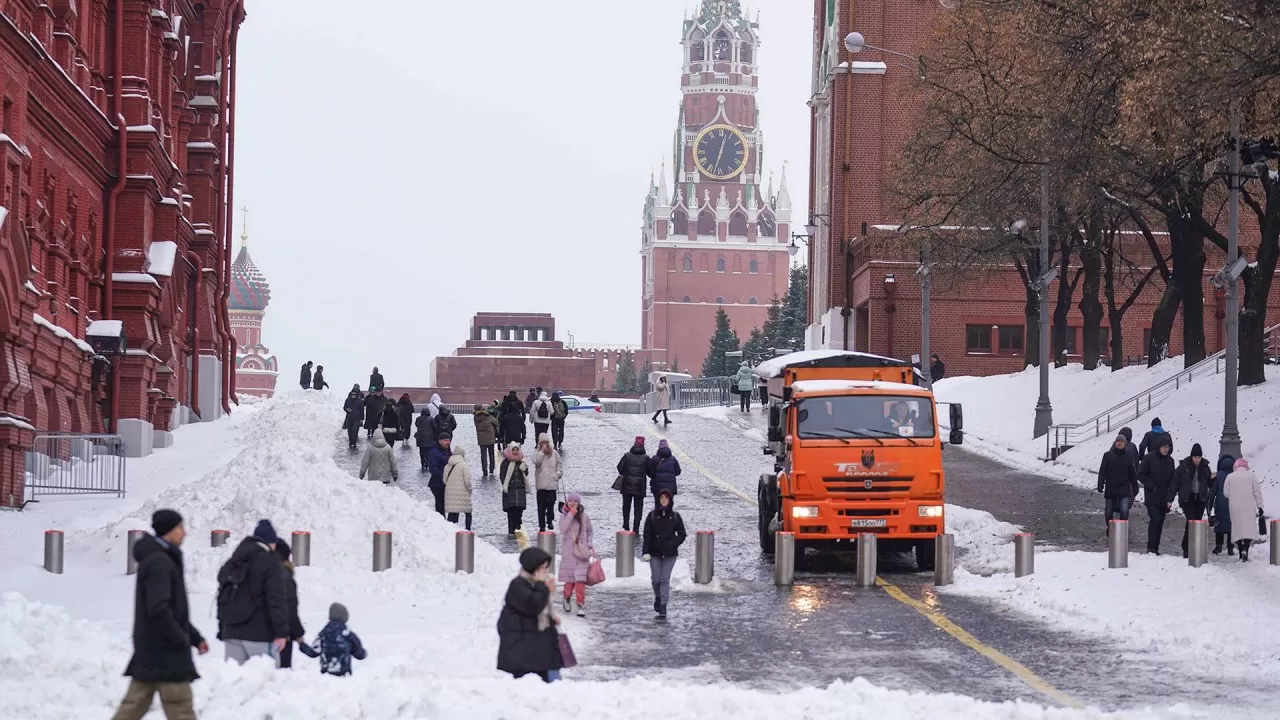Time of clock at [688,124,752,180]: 12:32
